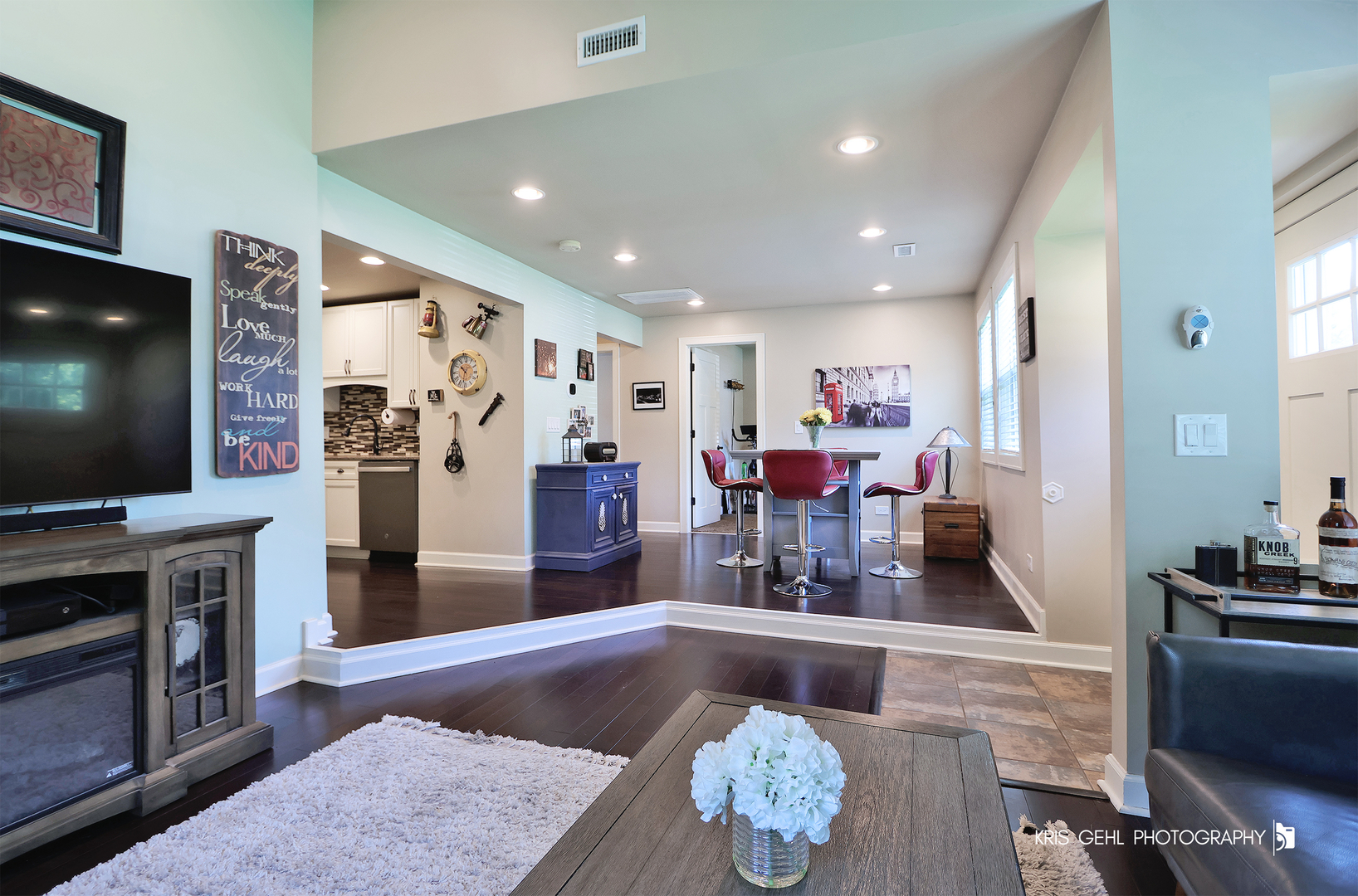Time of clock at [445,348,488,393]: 10:31
